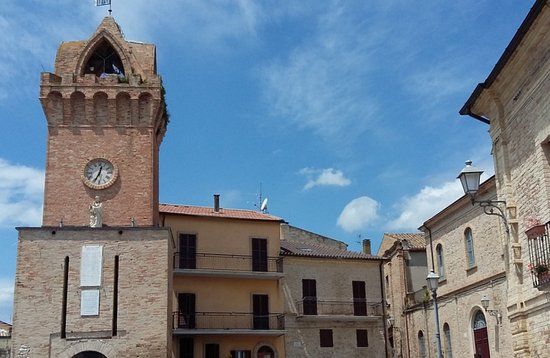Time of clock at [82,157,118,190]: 12:34
